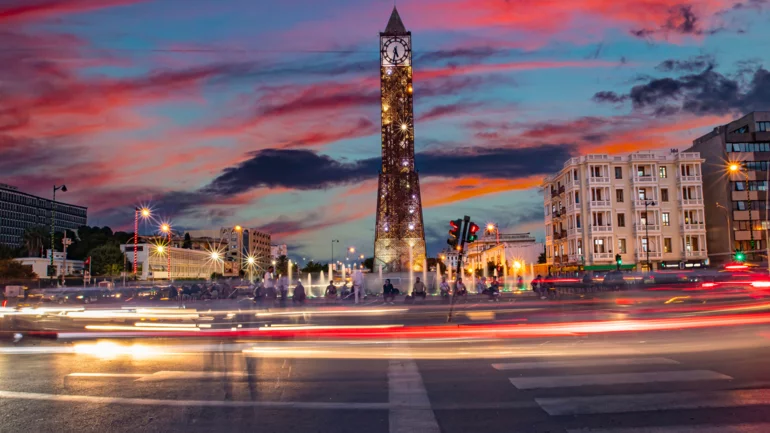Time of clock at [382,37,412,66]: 5:32
